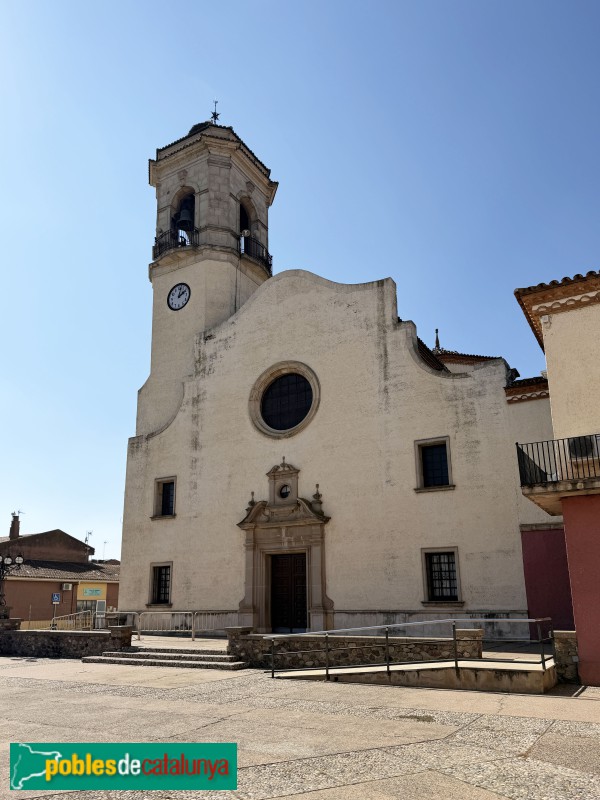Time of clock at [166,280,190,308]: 2:01
